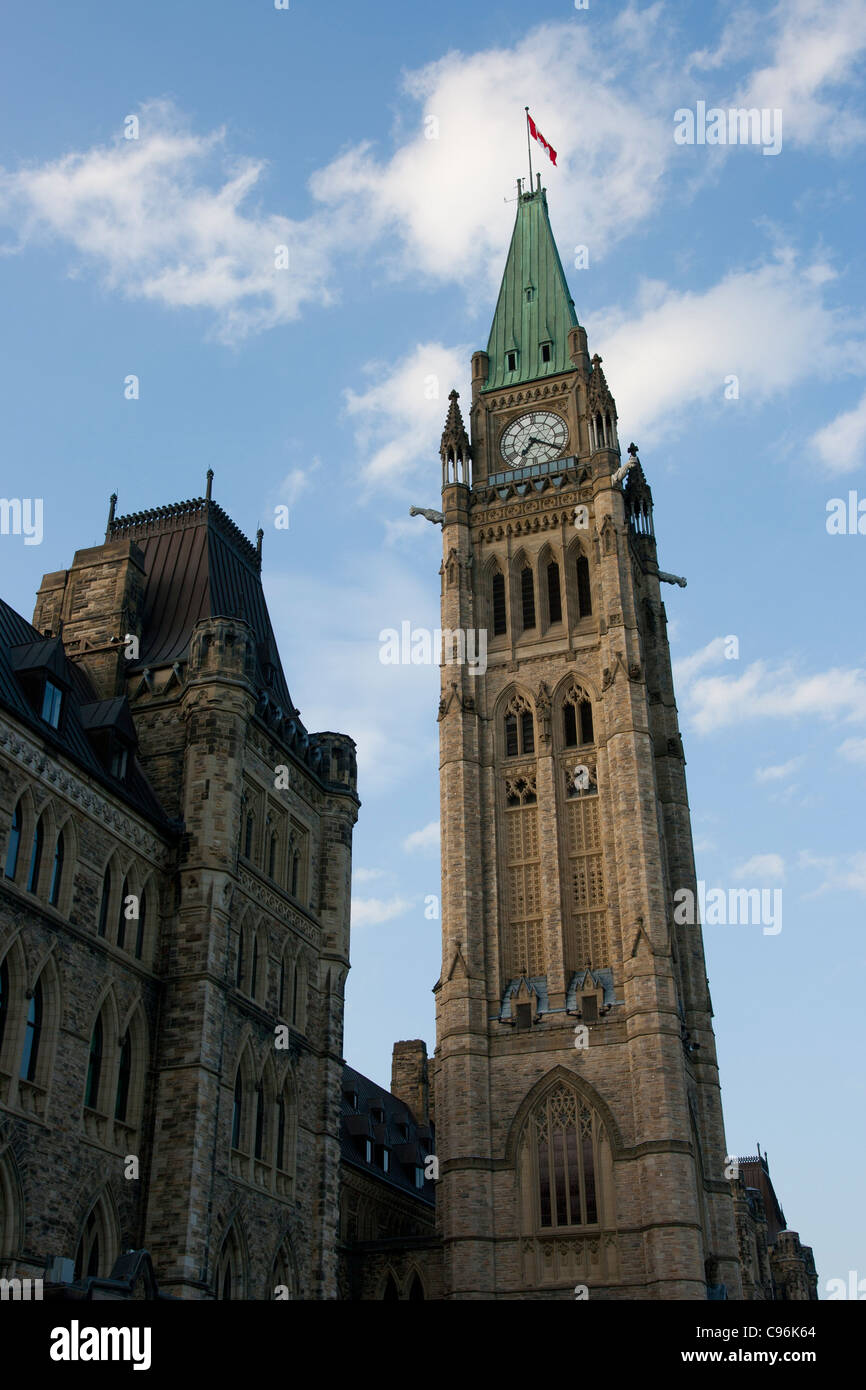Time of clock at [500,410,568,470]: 7:20
